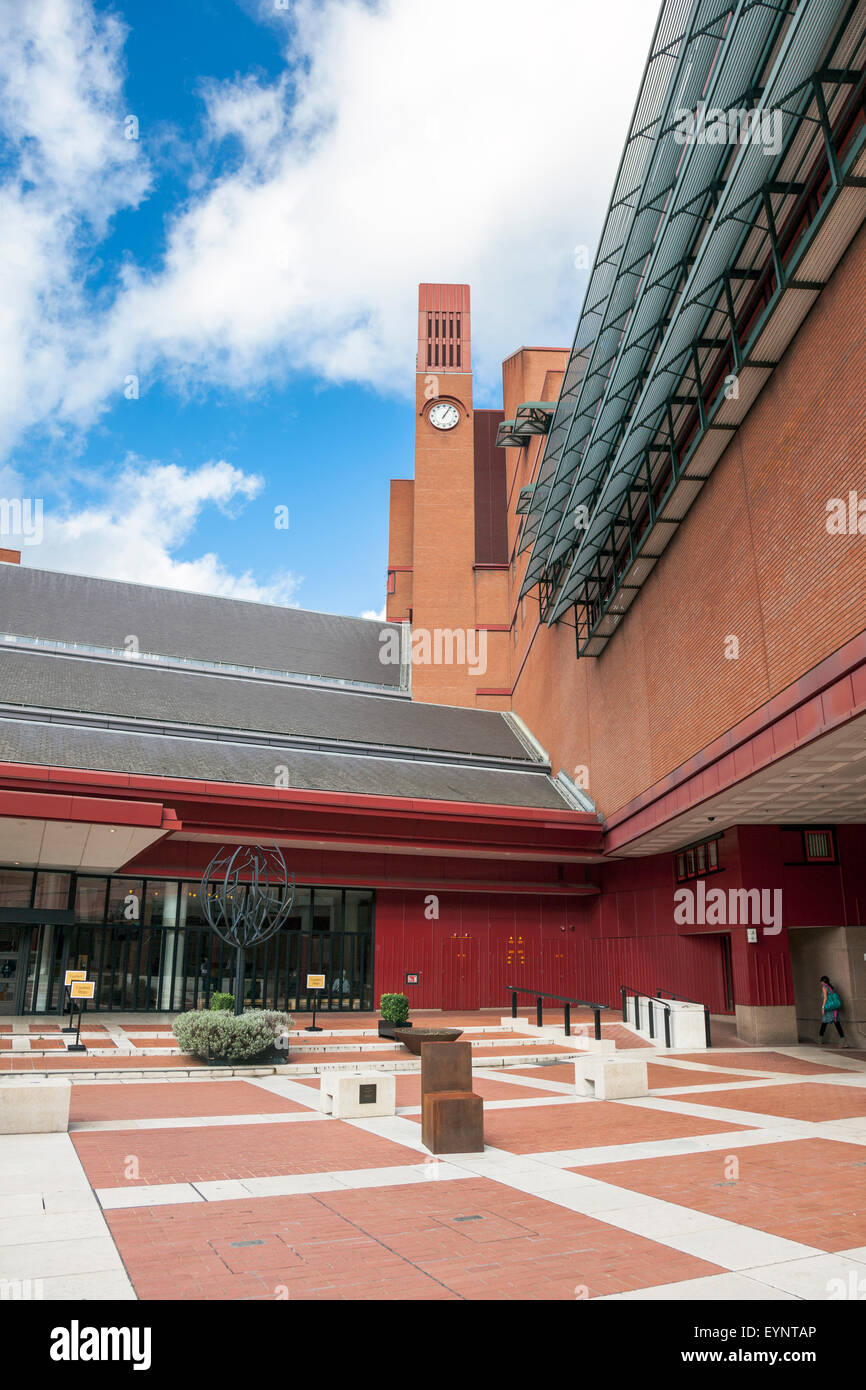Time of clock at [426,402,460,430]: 1:05
